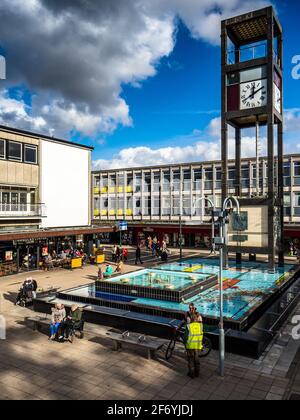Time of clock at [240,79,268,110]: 12:09
